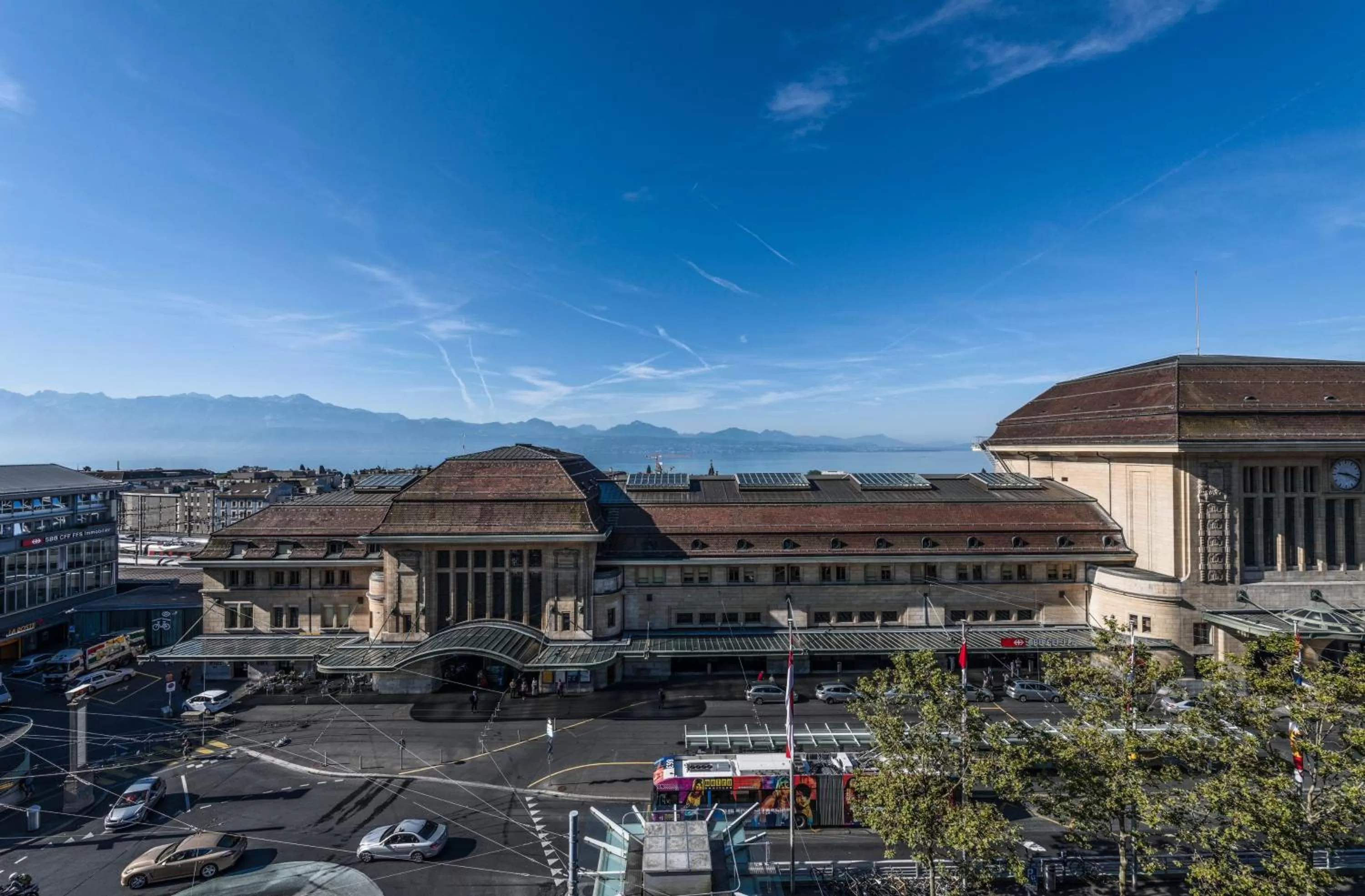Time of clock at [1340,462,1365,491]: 9:18
